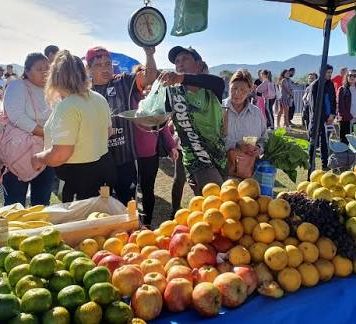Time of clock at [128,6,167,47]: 4:57
